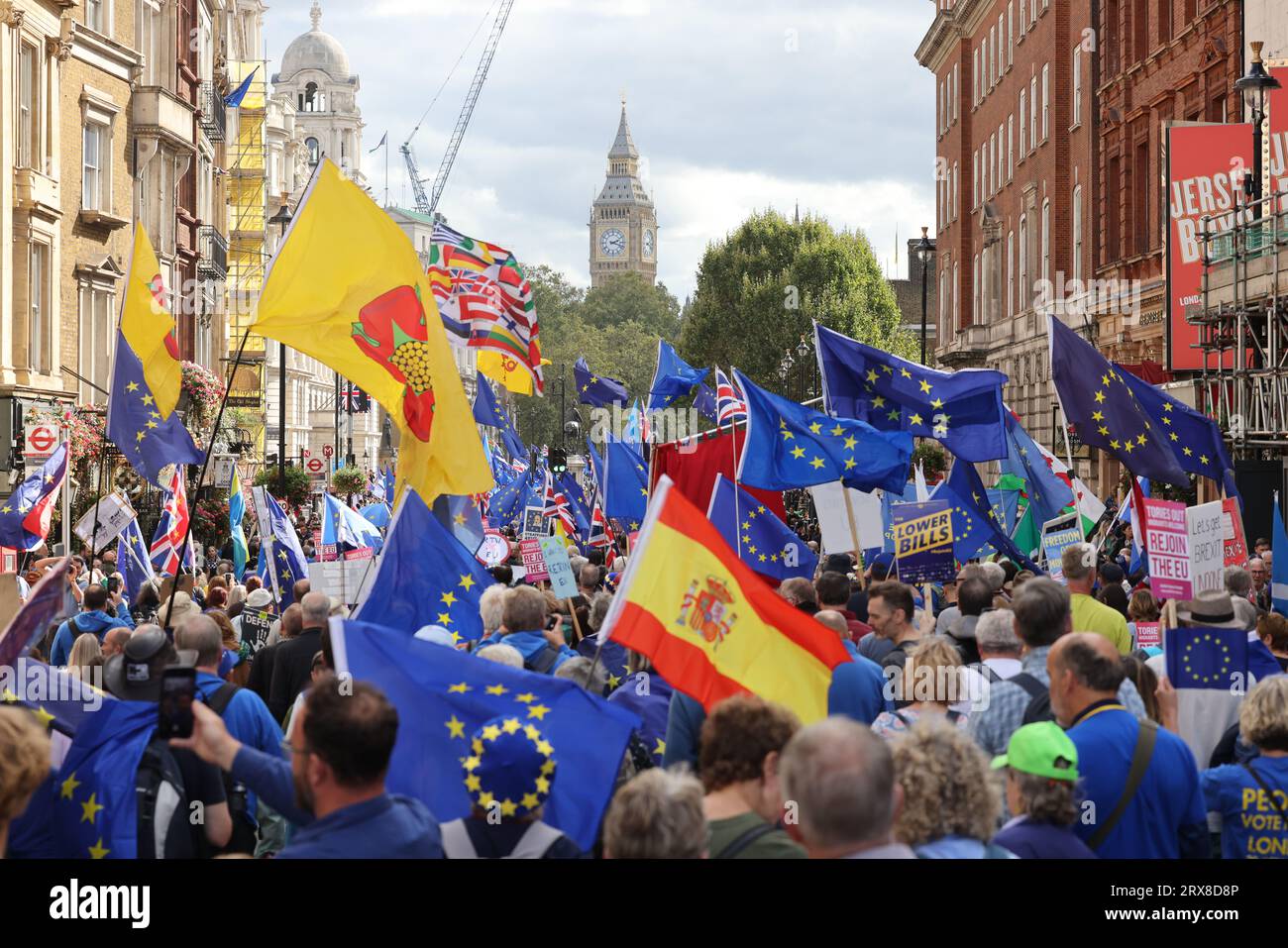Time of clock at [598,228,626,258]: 2:18
